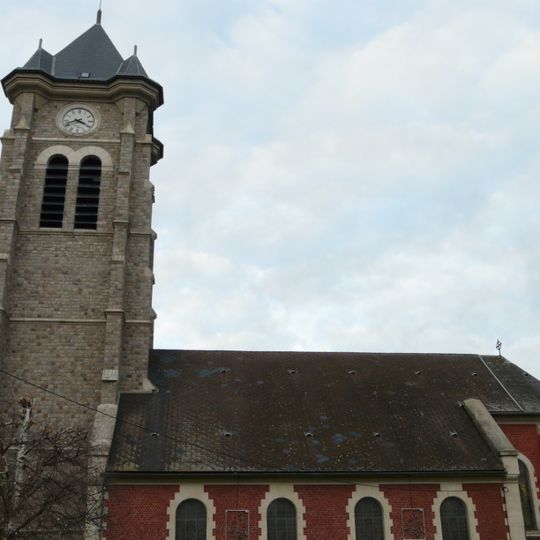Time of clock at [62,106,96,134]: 3:41
